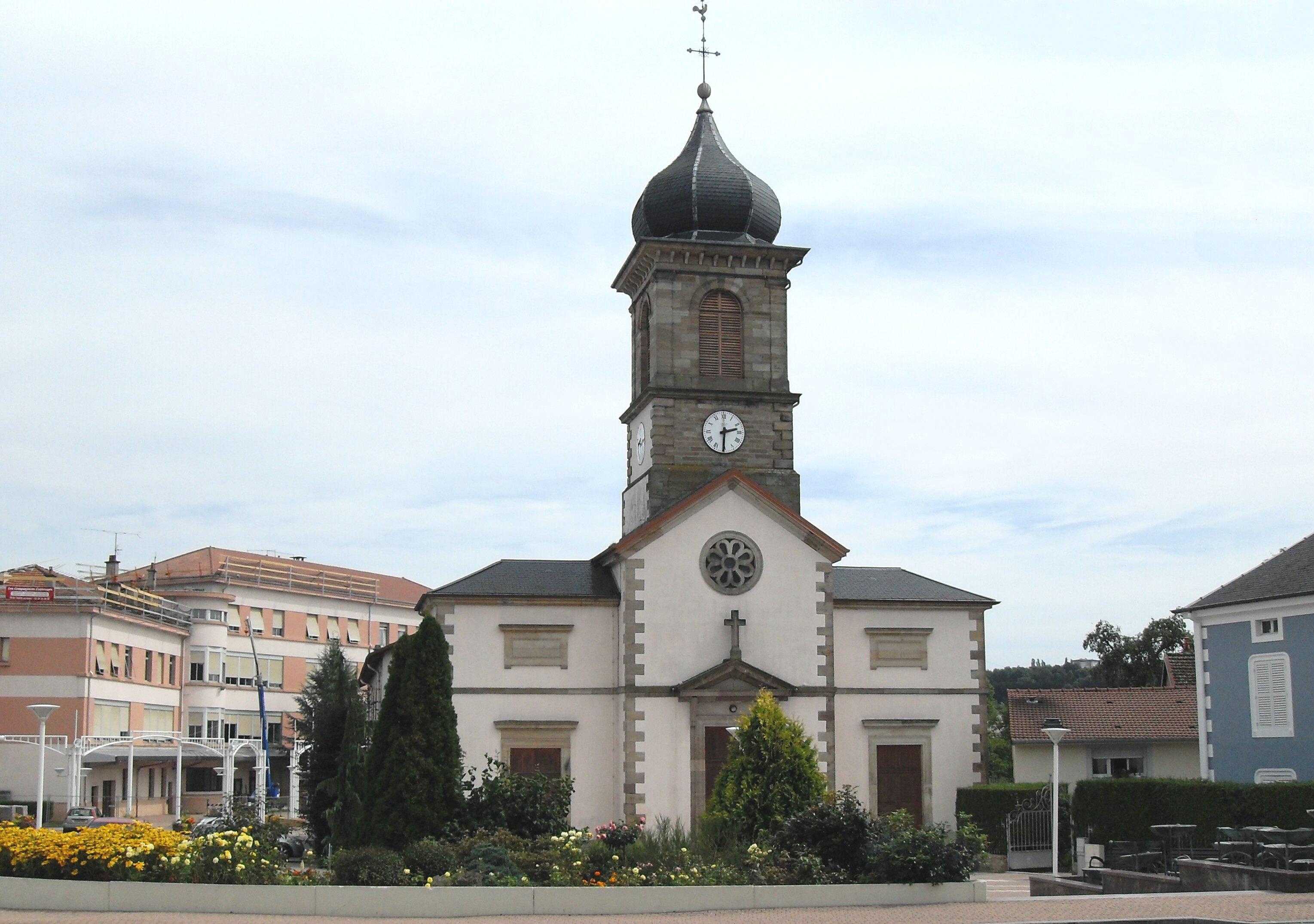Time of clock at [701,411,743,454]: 2:30
